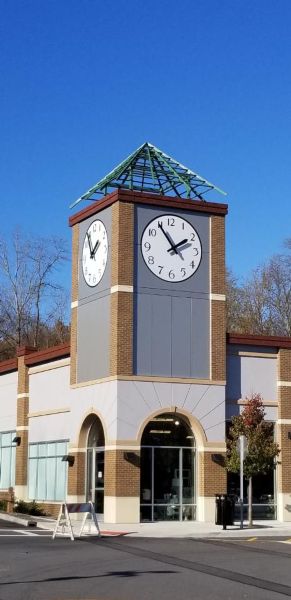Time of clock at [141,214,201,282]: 1:54
